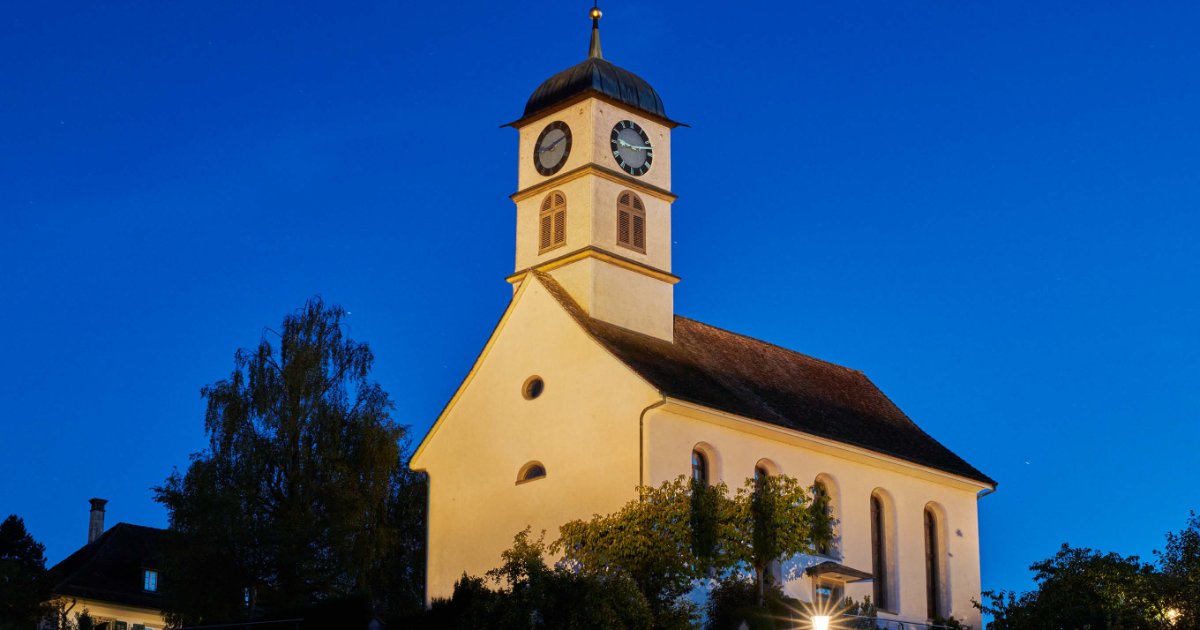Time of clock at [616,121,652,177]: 9:12
